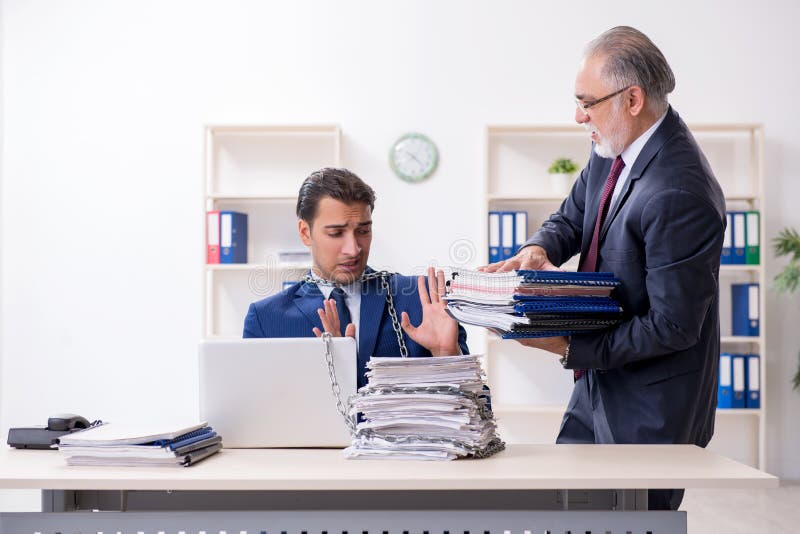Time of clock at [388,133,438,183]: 7:22
